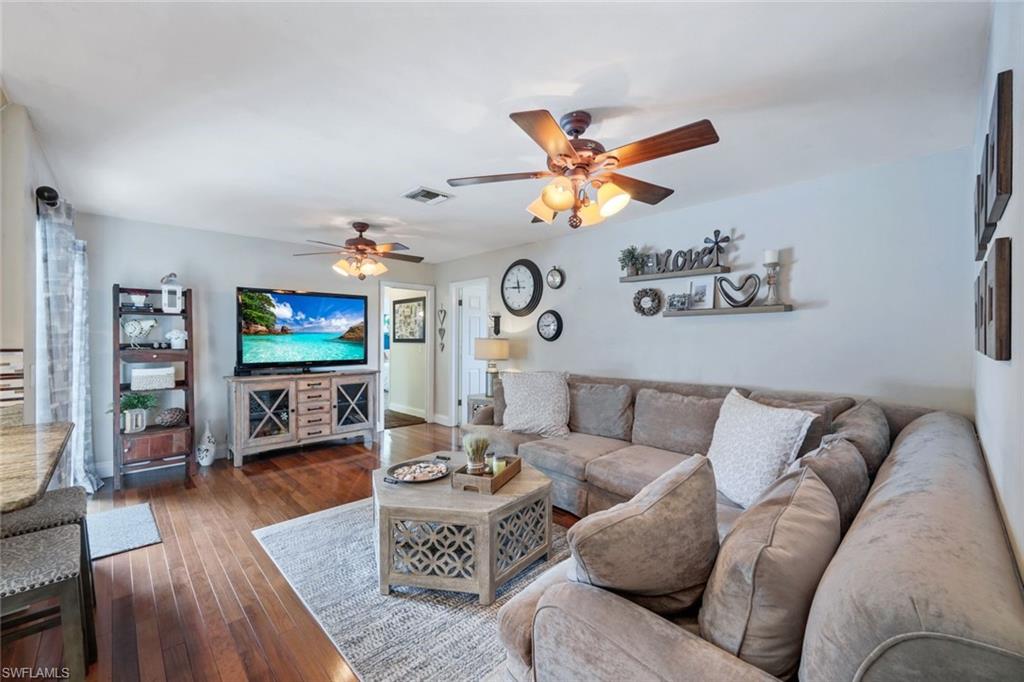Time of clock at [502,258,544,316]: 11:45
